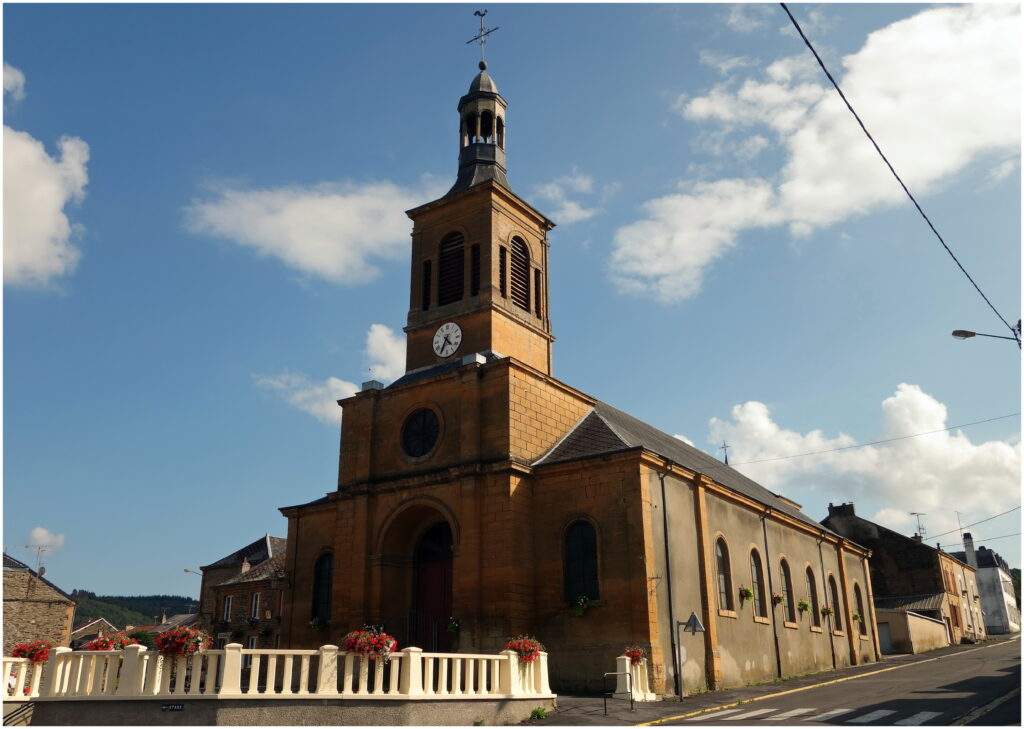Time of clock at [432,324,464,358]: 4:34
